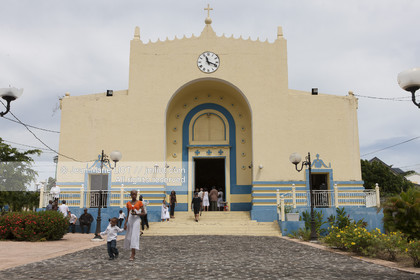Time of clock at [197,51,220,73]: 11:18
